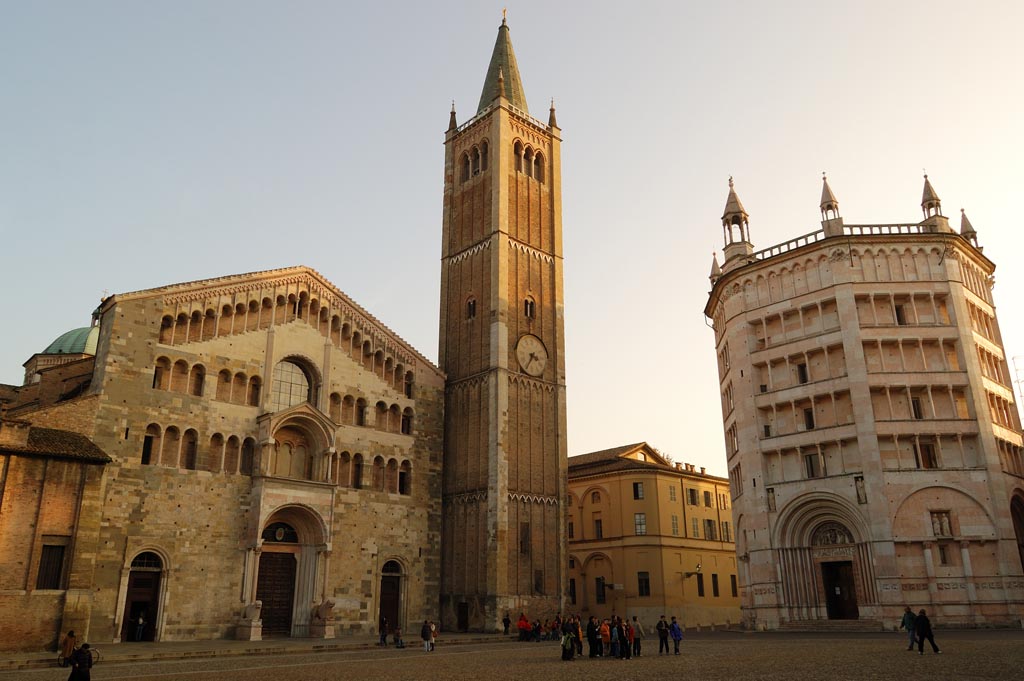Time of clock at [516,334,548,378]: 3:35
